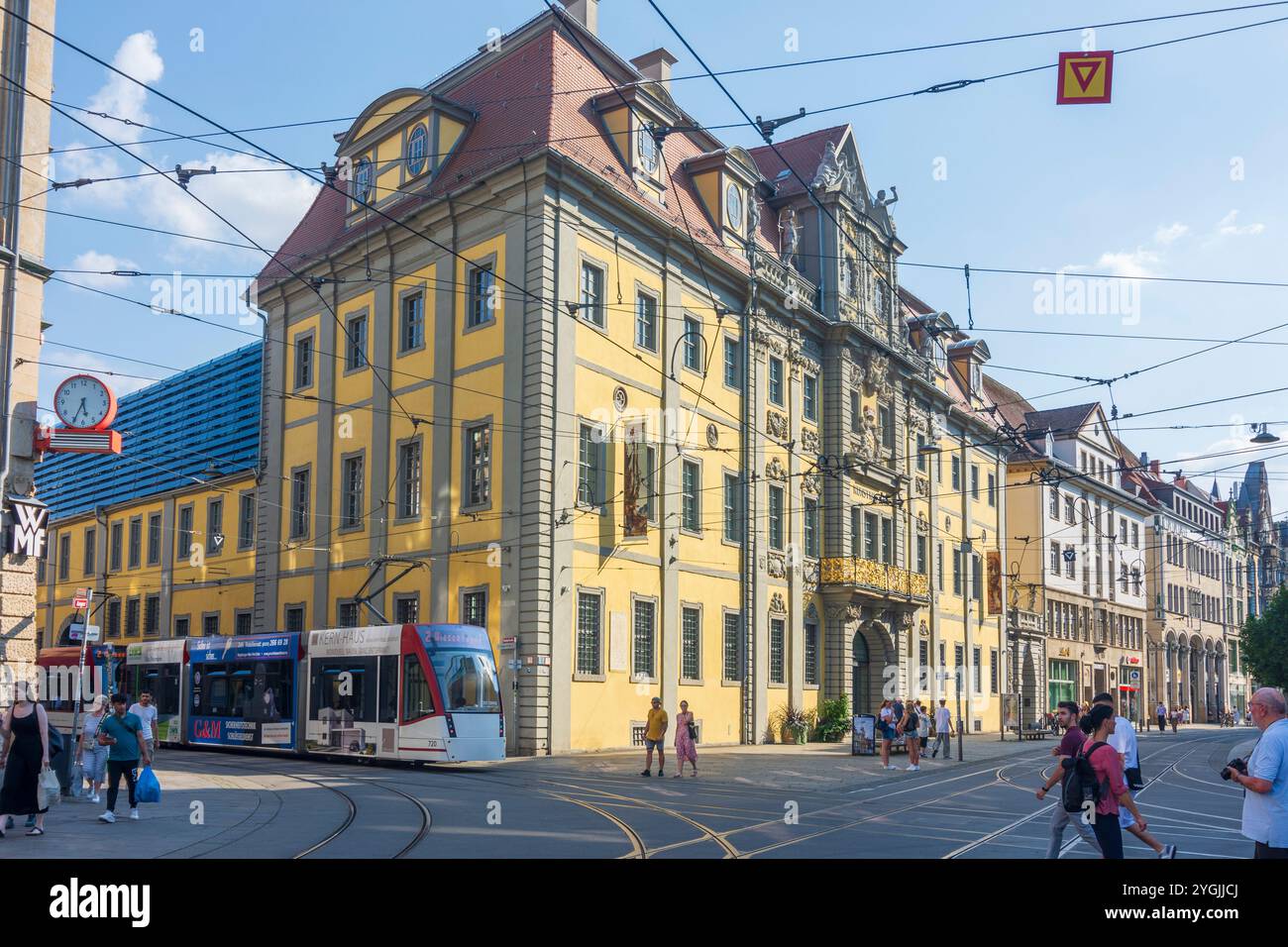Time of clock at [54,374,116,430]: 5:34
